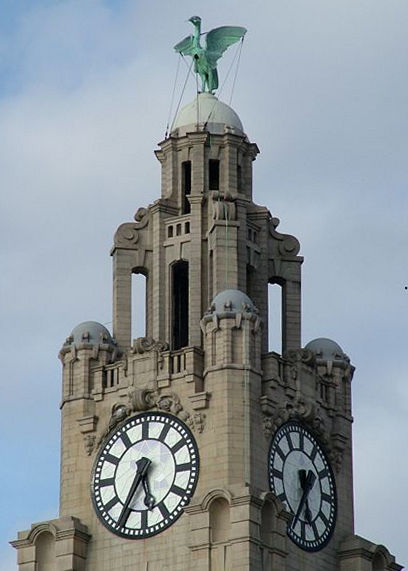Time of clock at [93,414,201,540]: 5:35
